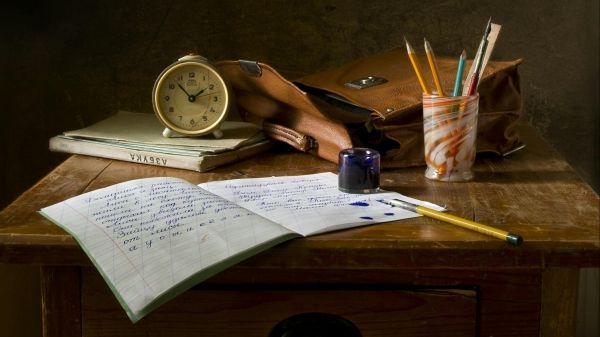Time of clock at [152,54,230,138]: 1:52
